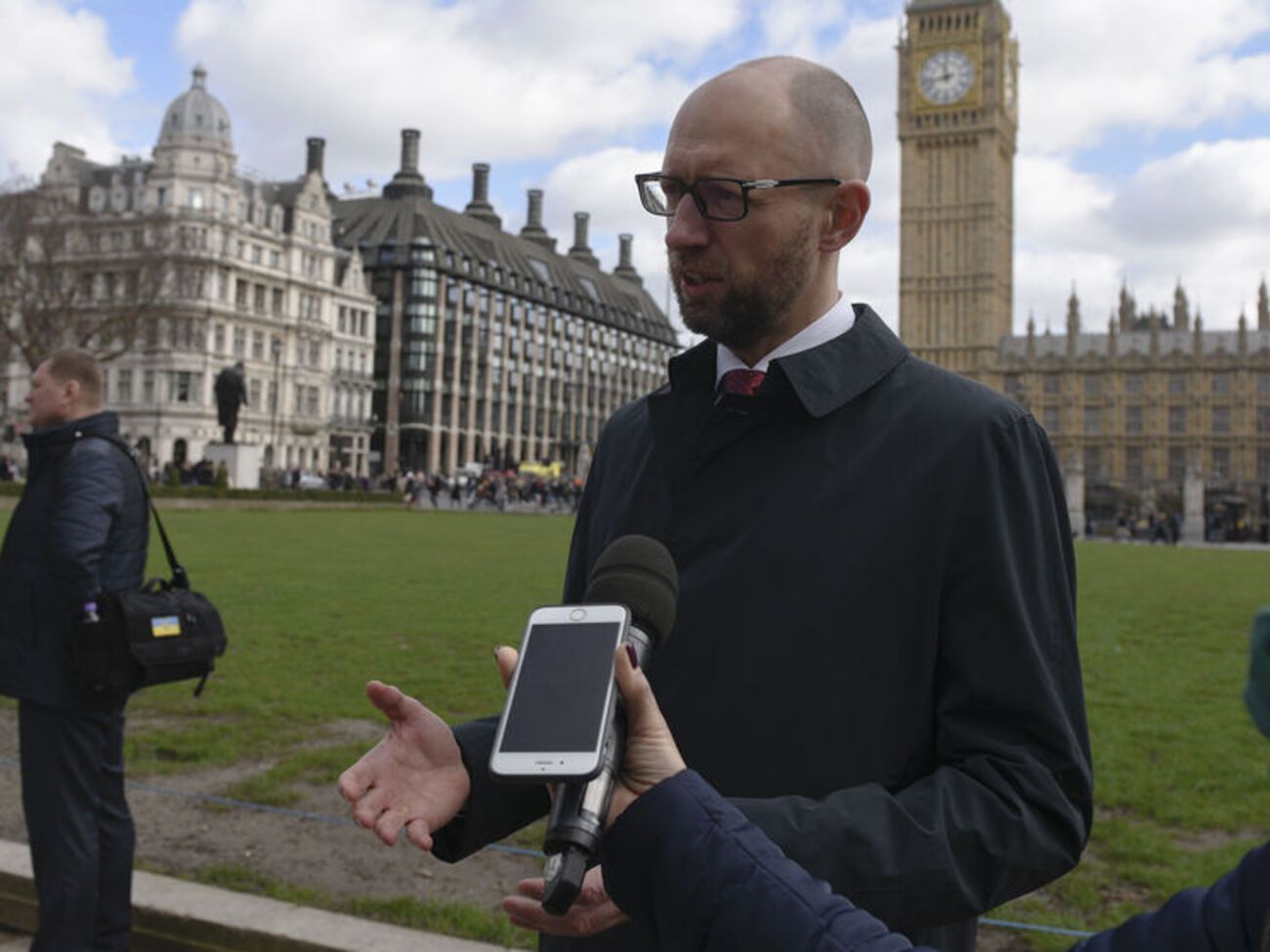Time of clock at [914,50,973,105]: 11:42
